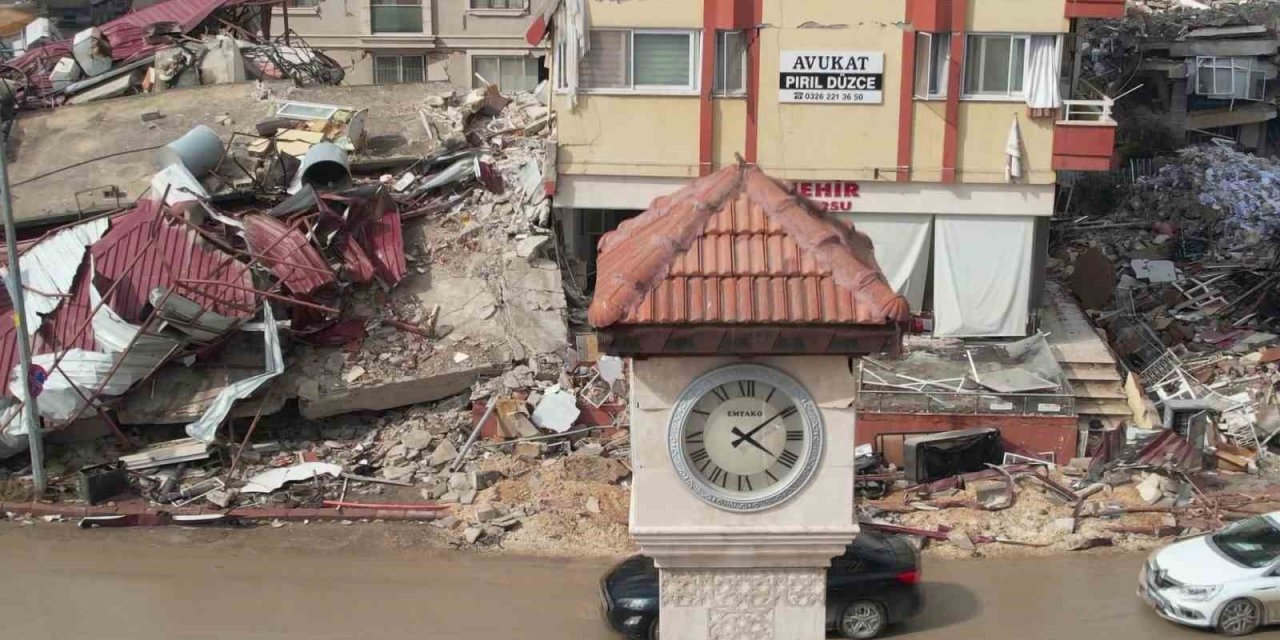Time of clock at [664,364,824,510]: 4:09
